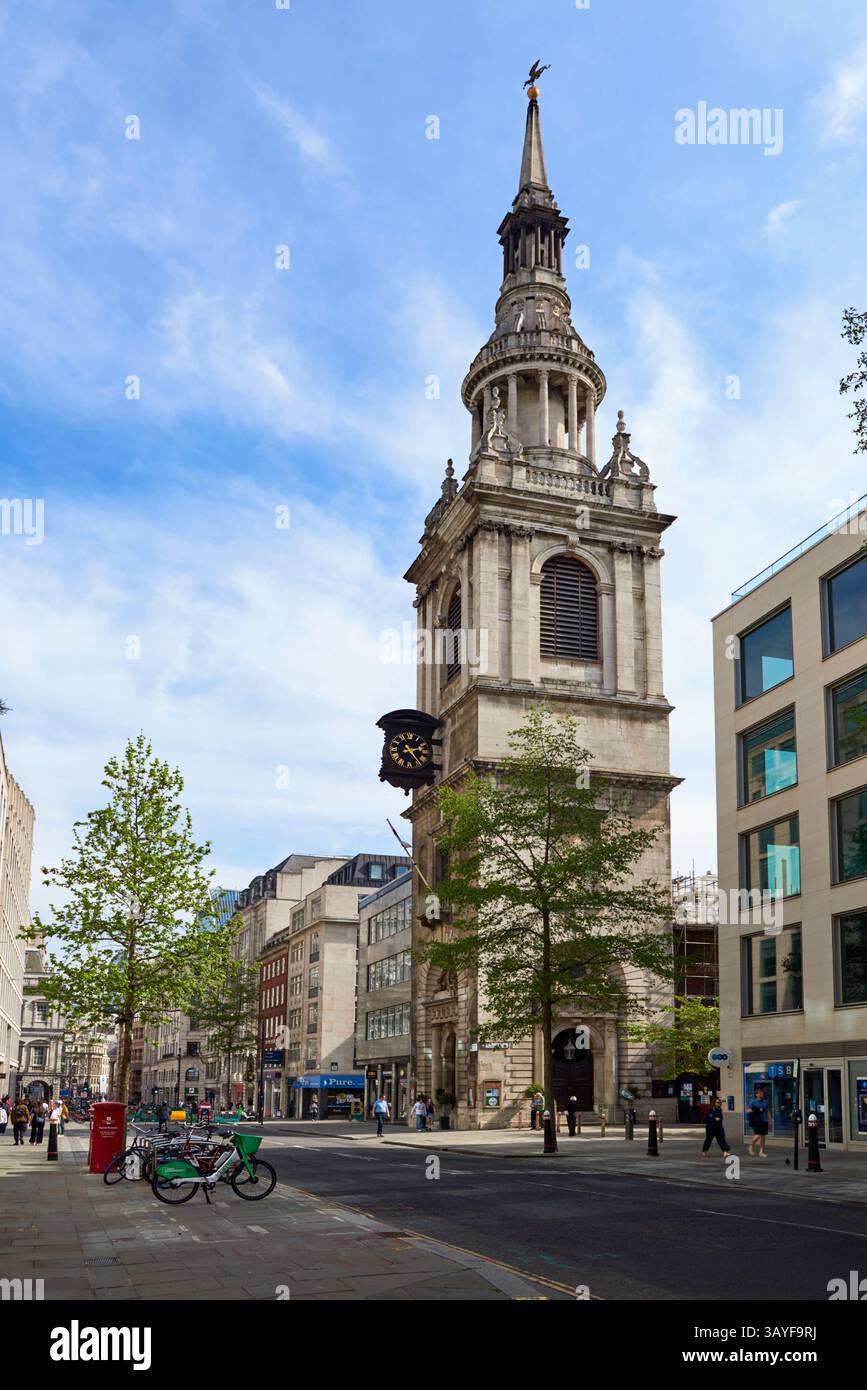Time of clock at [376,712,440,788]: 2:23
